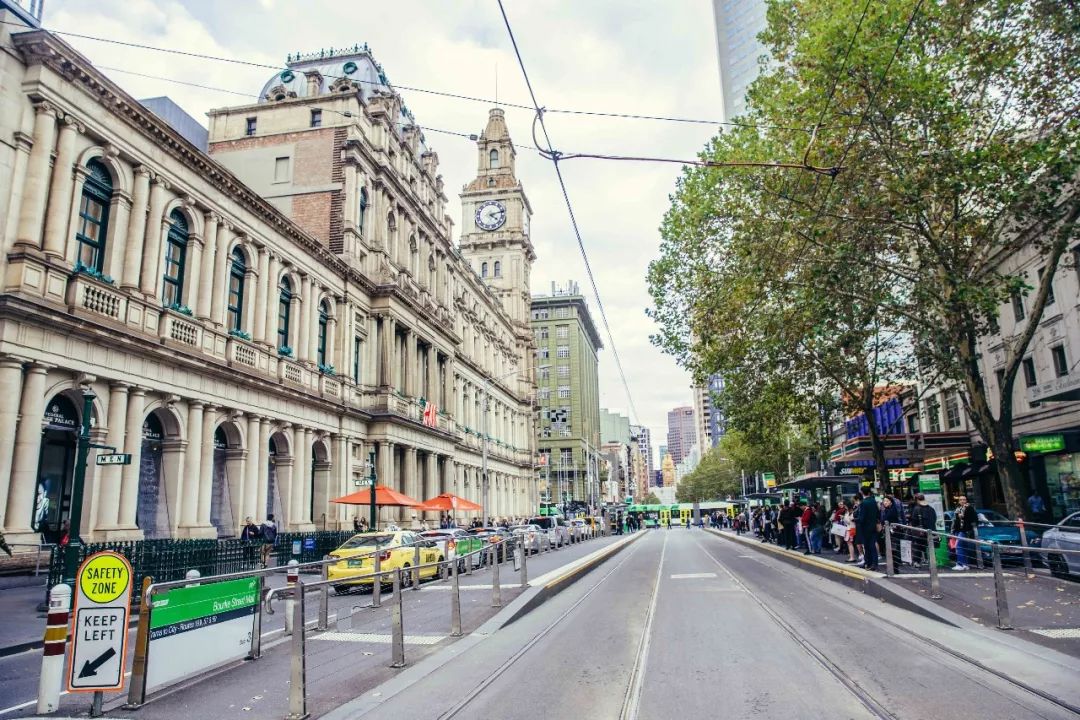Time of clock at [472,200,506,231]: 4:12
